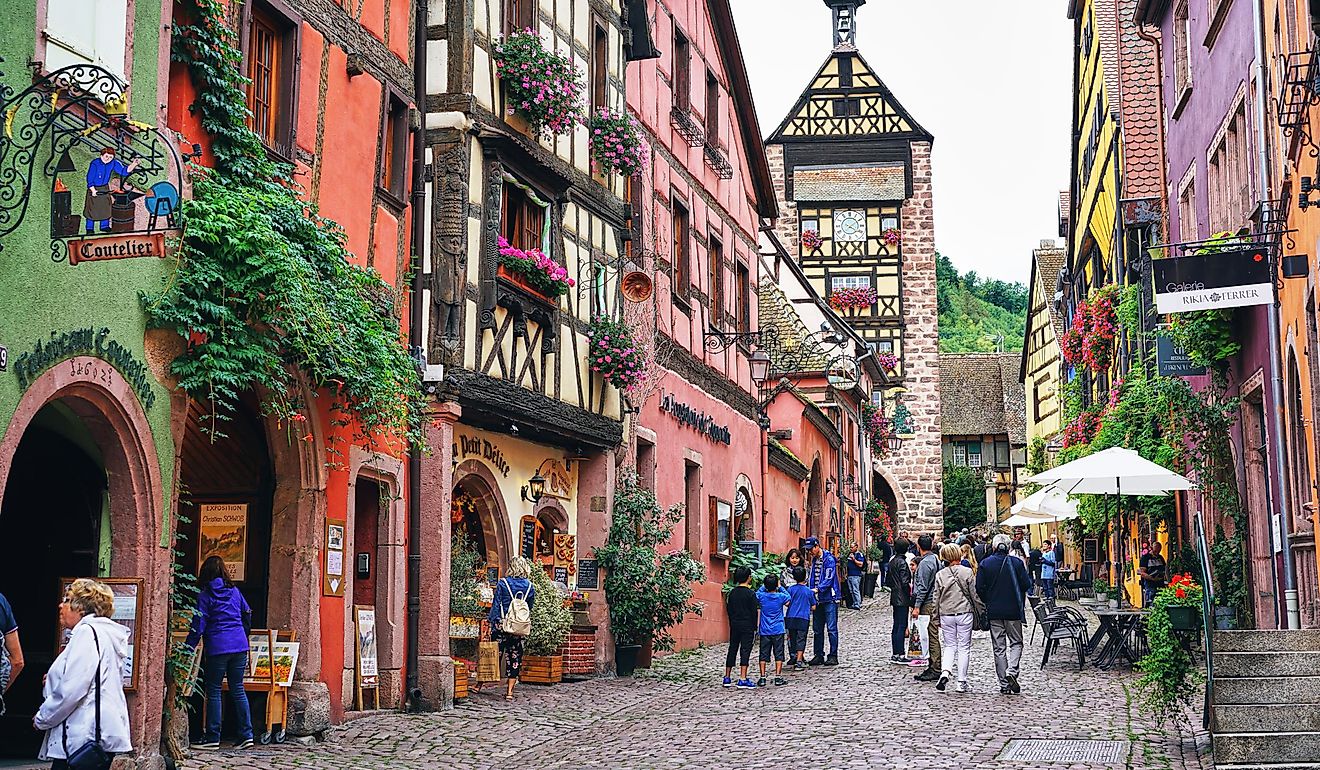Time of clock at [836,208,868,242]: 4:09
